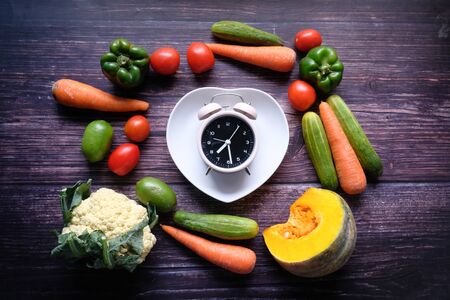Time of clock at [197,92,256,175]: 7:28
